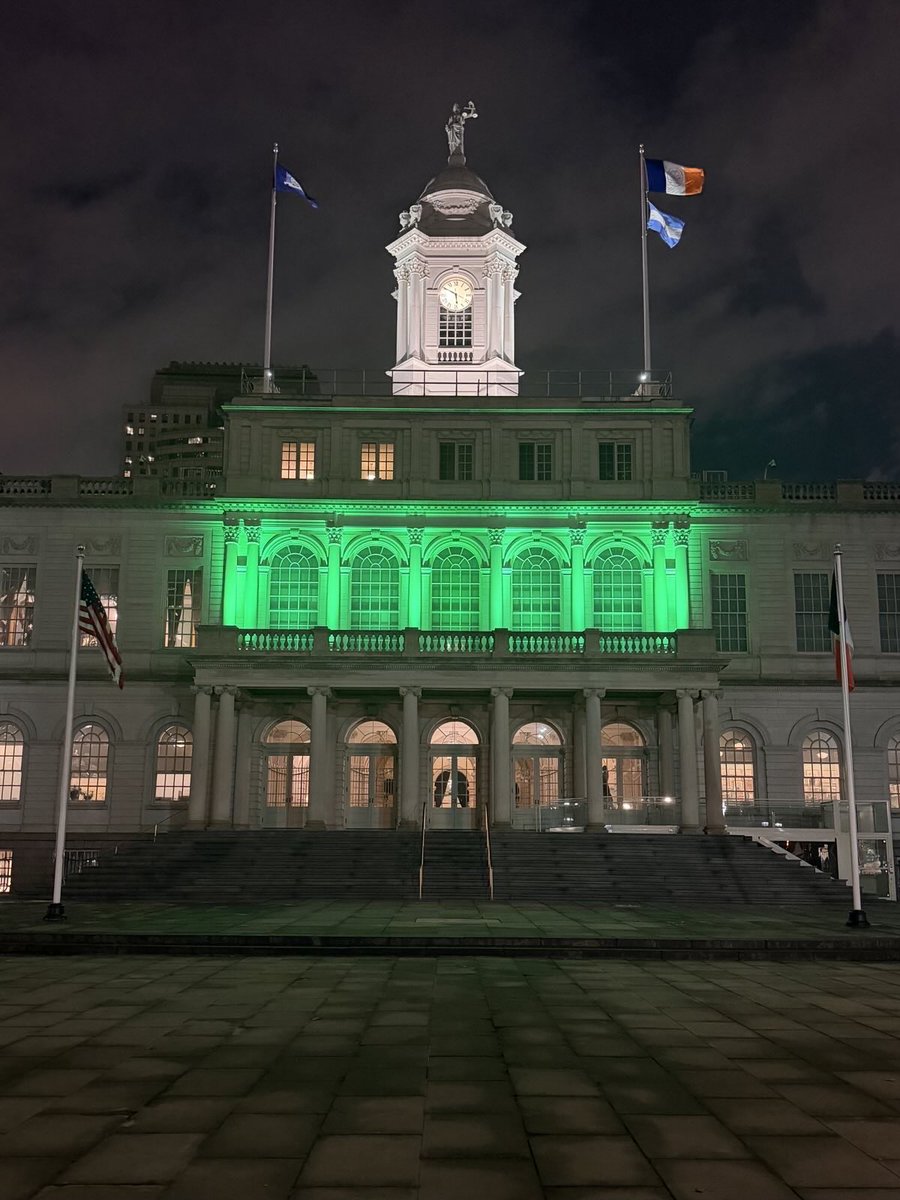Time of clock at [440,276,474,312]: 5:49
